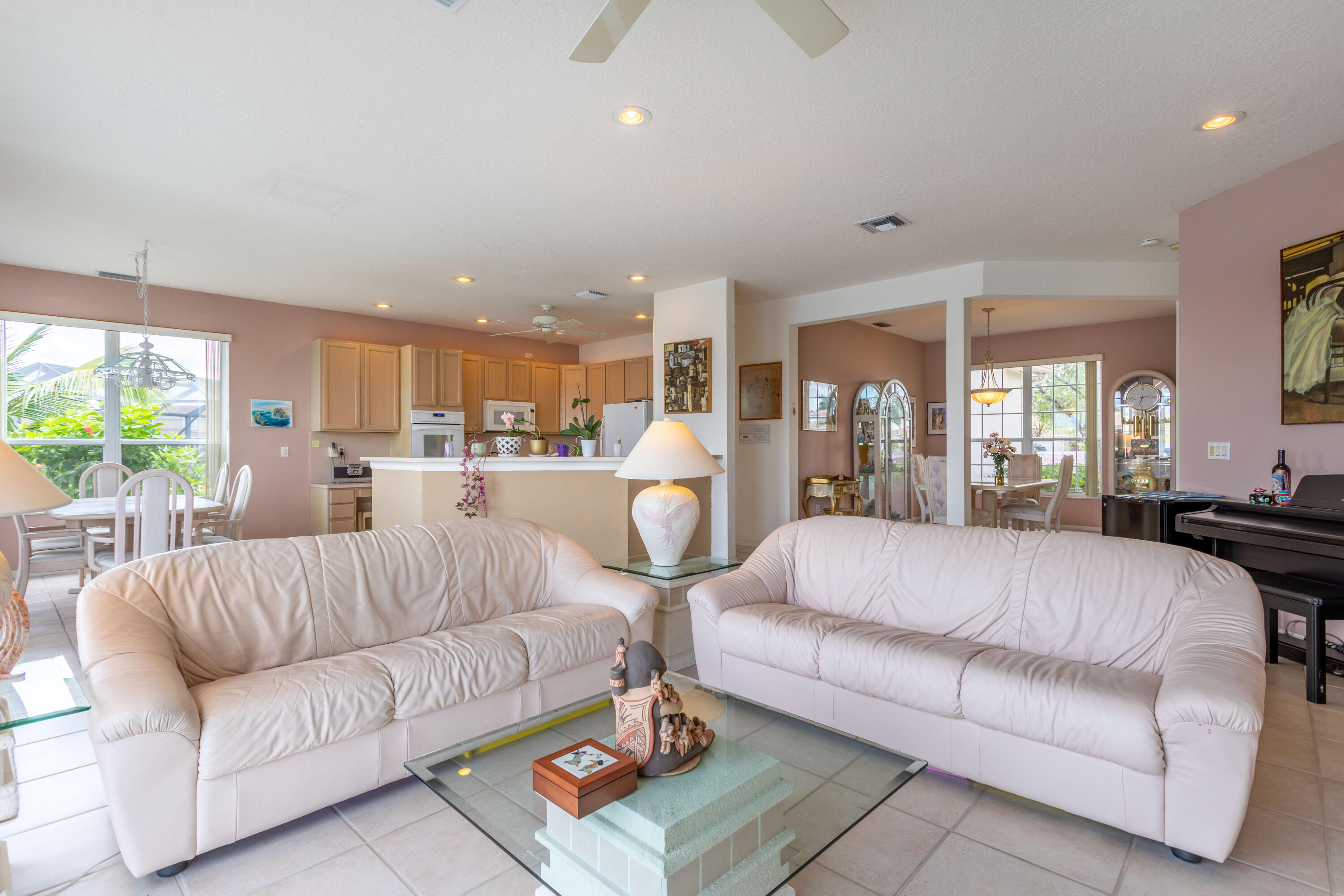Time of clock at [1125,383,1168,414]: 2:33
